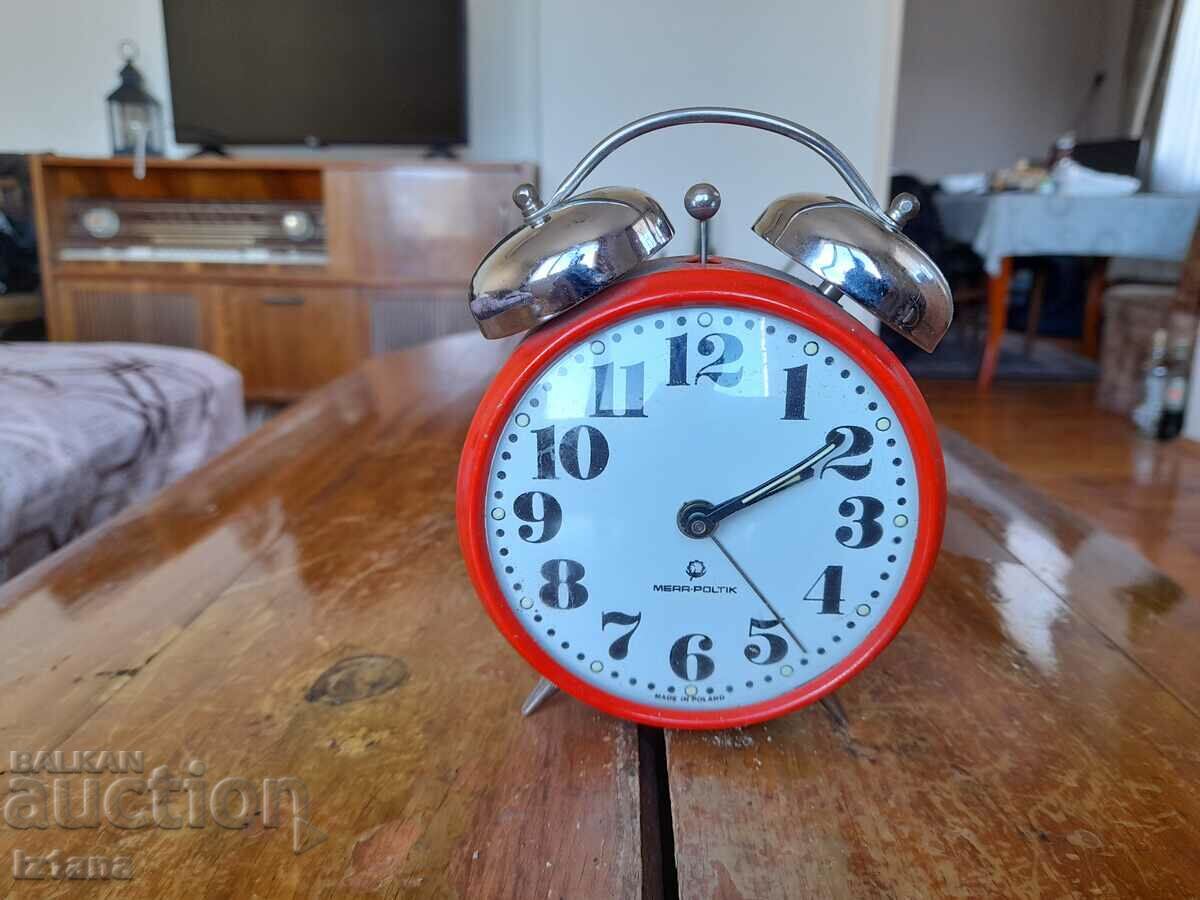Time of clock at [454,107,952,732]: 2:10
